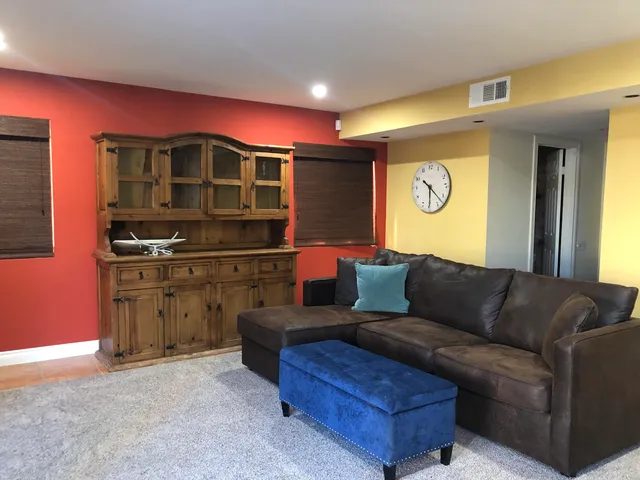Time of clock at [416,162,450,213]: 10:30
